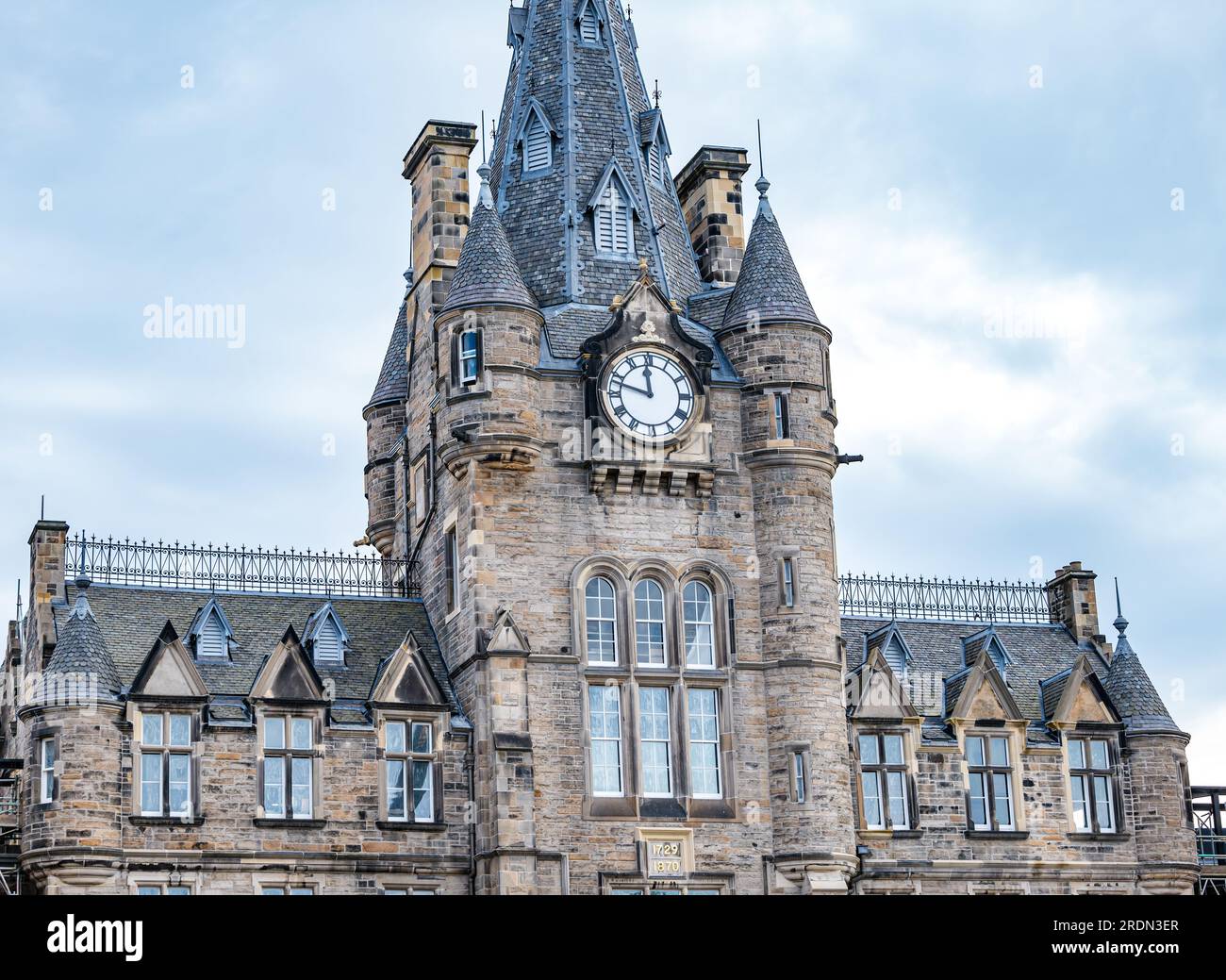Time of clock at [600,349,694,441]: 11:47
